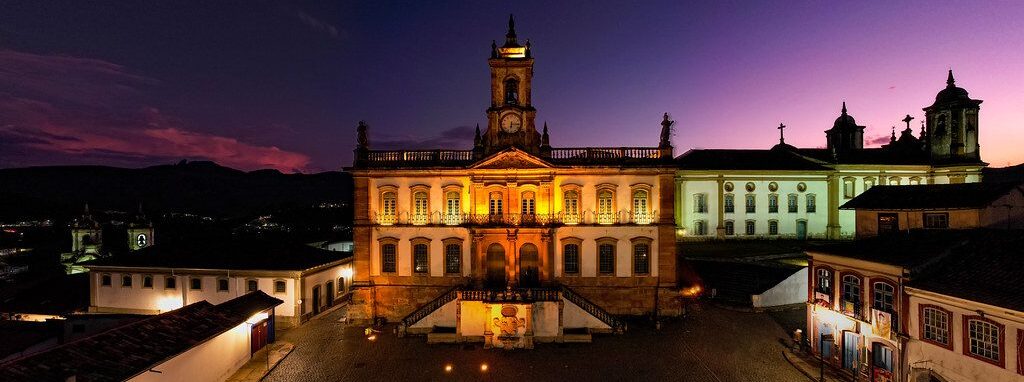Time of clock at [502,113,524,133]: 6:15
